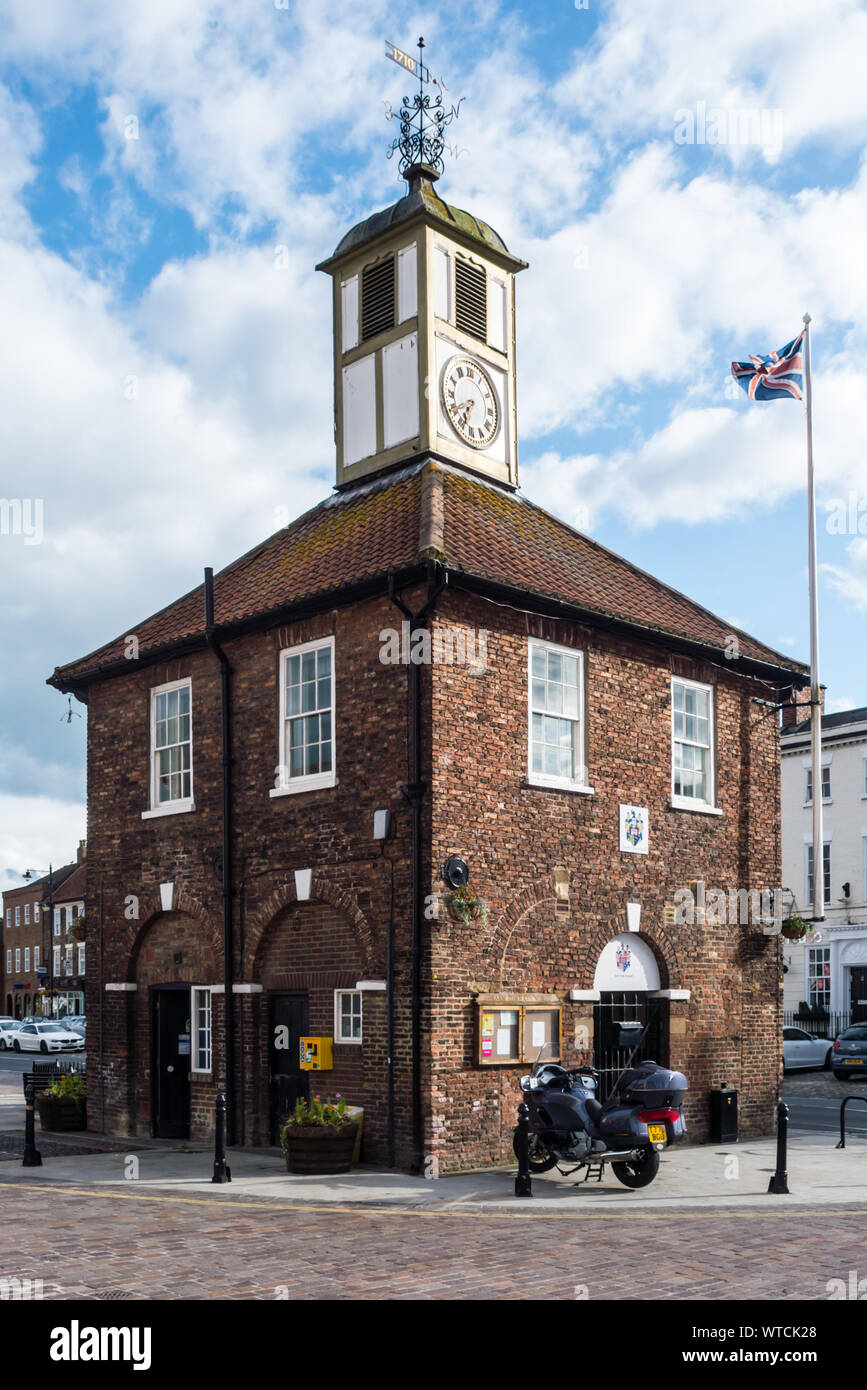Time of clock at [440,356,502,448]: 6:40
